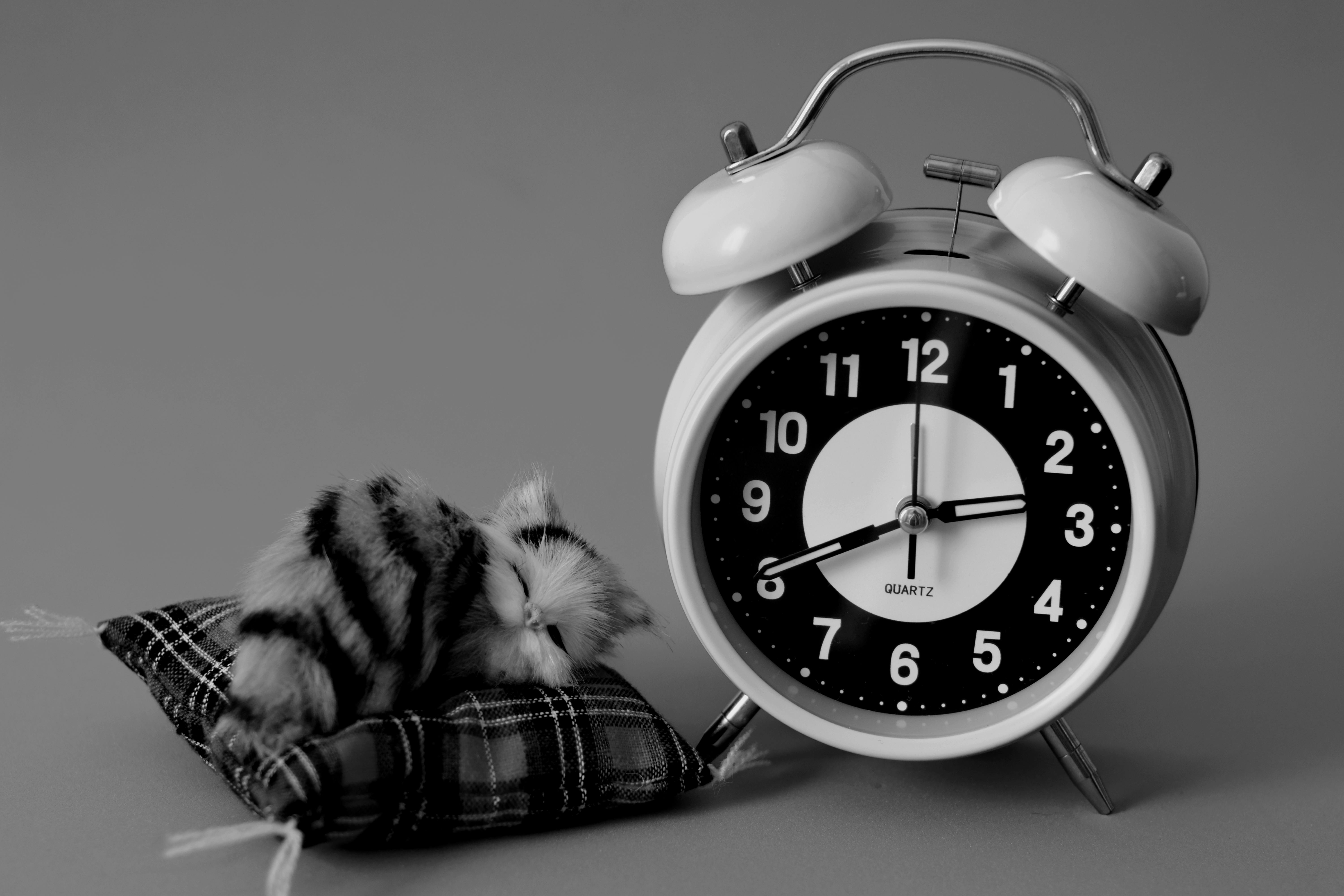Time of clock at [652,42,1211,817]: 2:40
